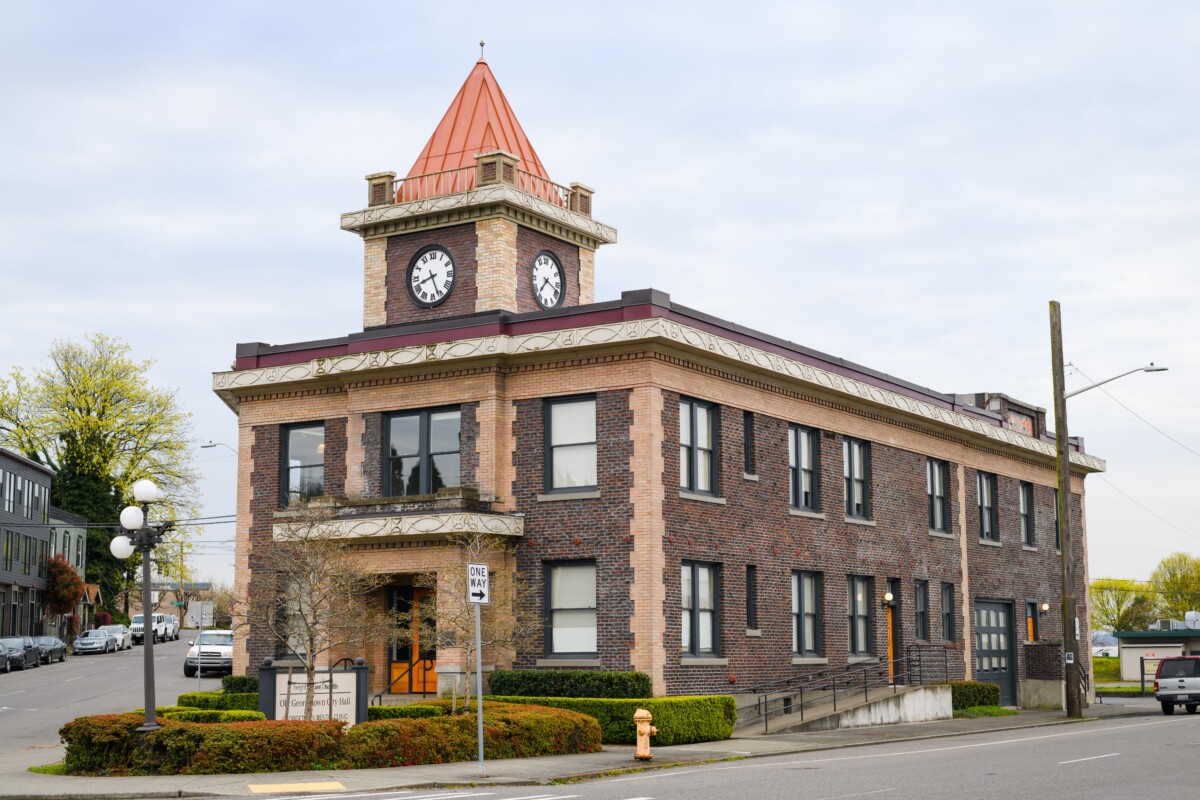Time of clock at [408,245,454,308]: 8:26
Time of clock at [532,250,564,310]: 7:18
